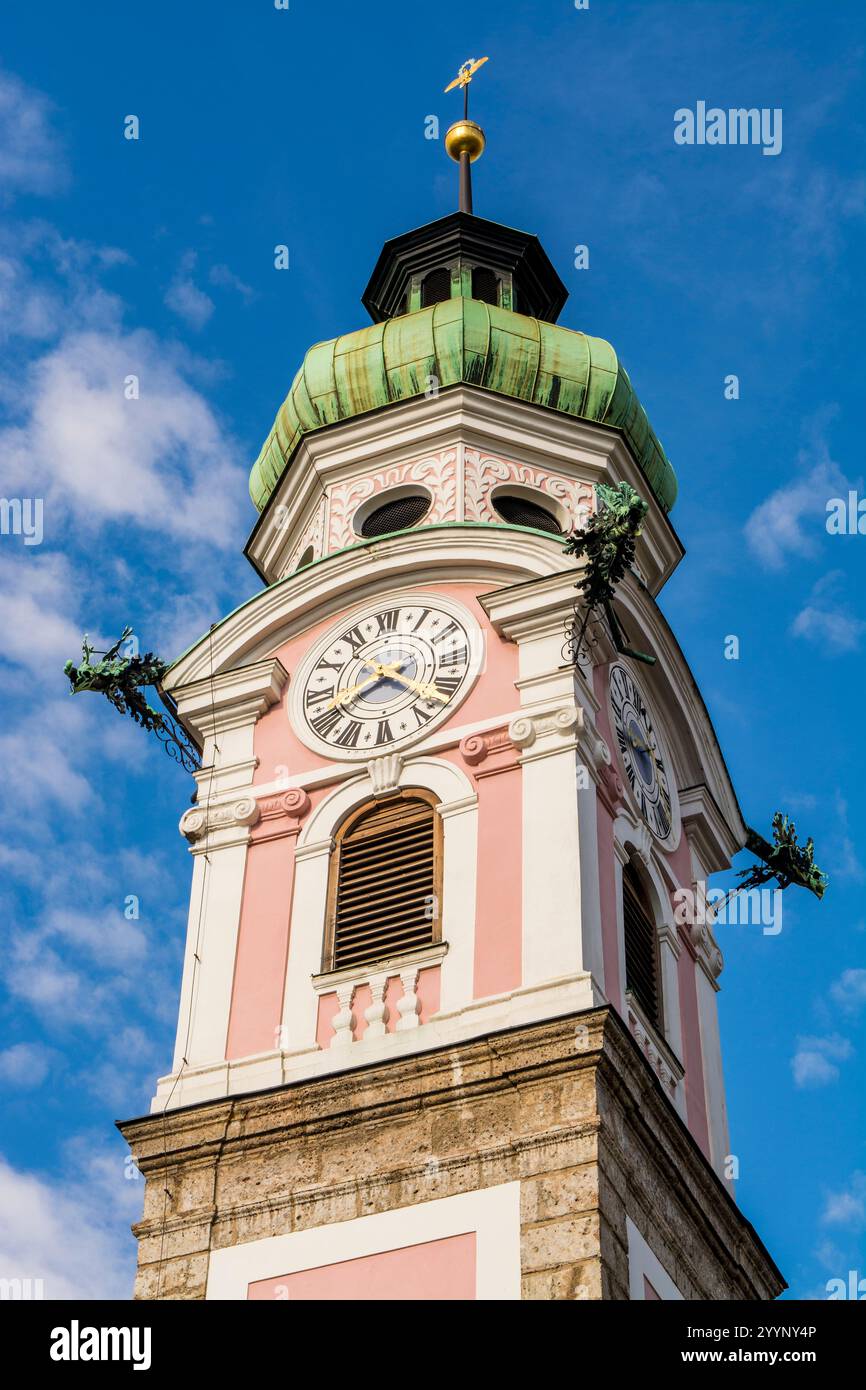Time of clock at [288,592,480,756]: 4:40
